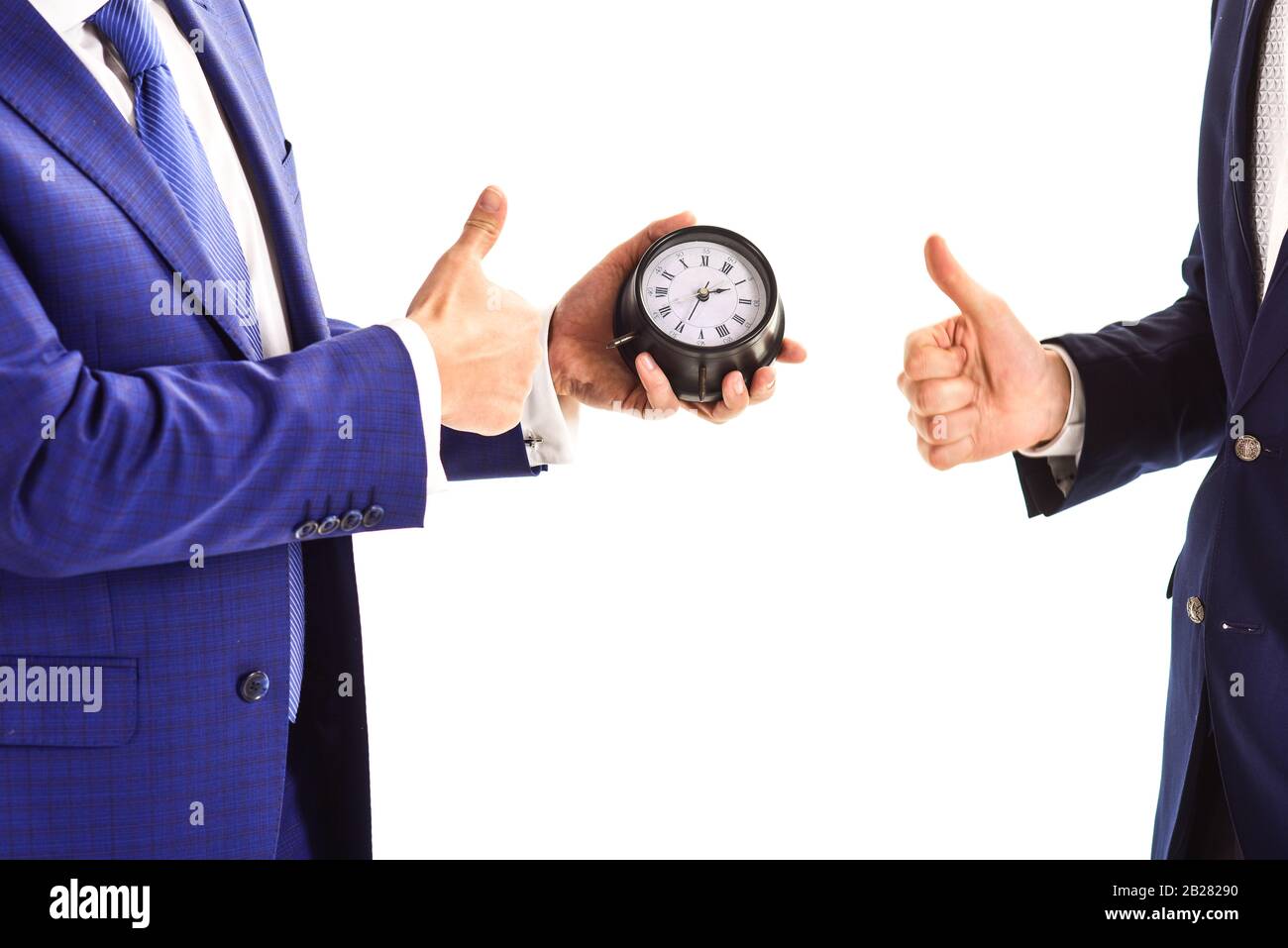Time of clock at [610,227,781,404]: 2:34
